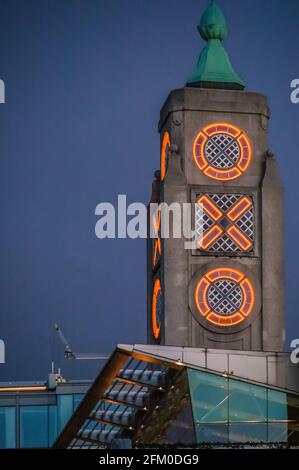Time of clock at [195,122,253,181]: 1:37
